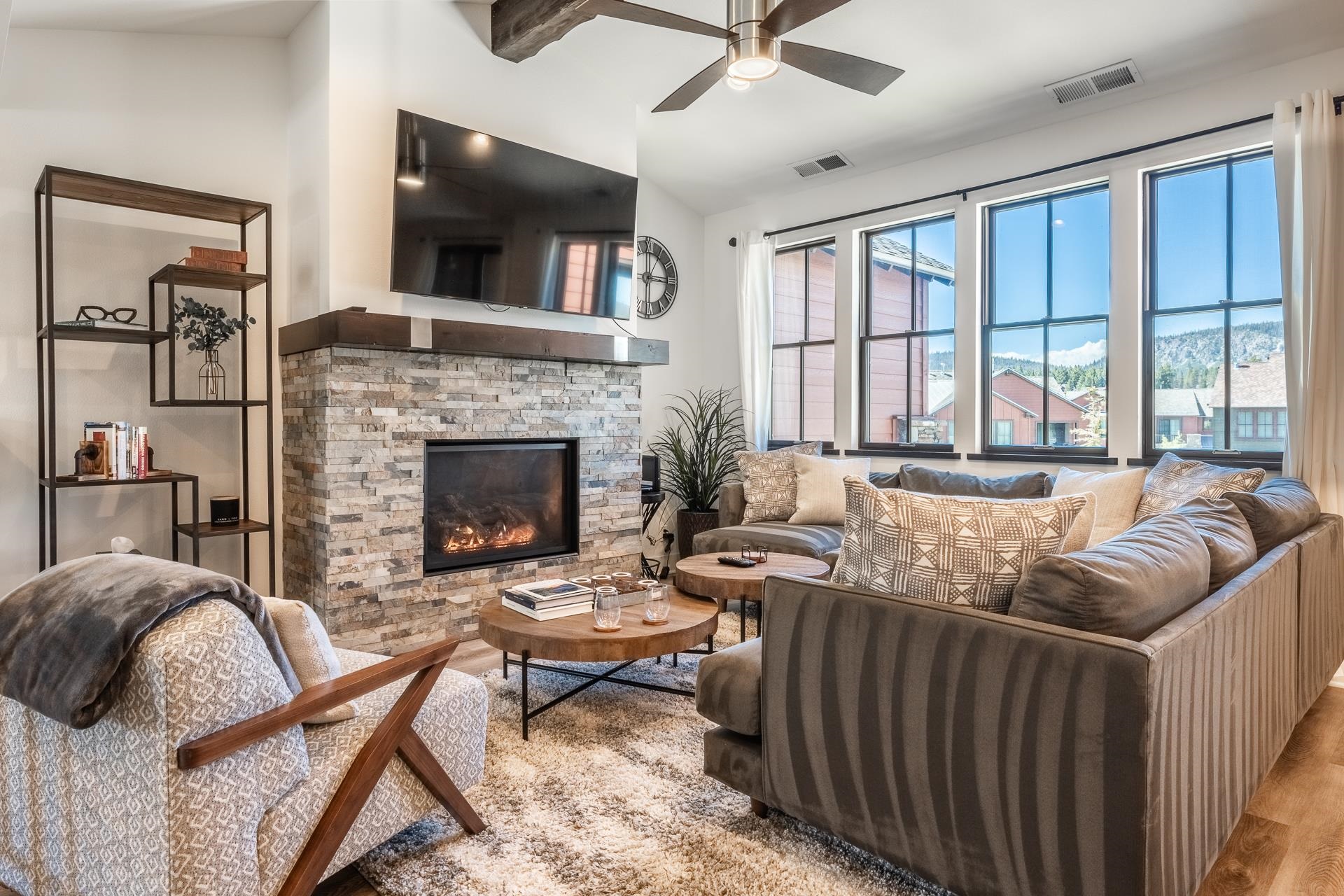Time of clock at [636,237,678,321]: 2:59
